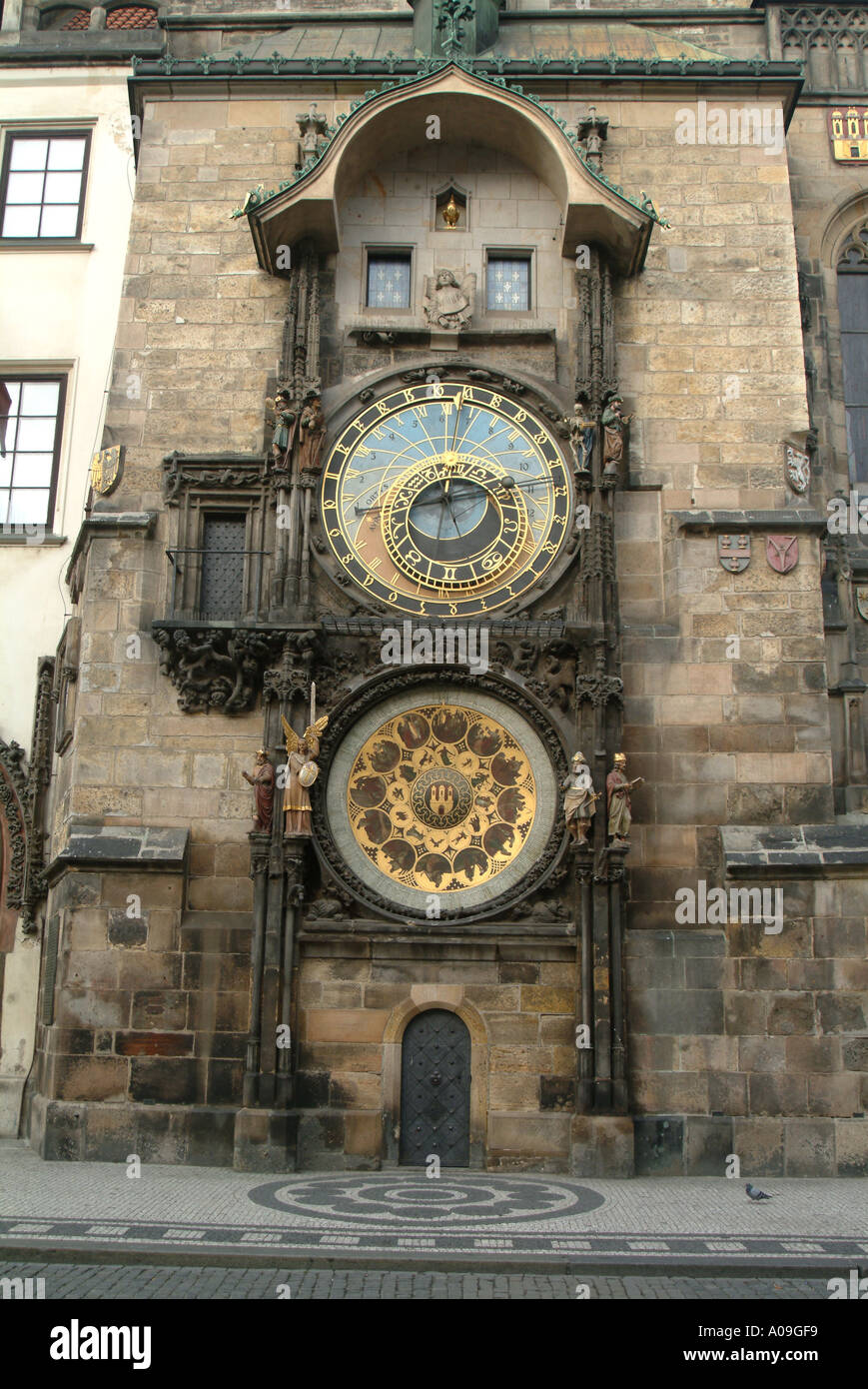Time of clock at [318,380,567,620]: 8:12
